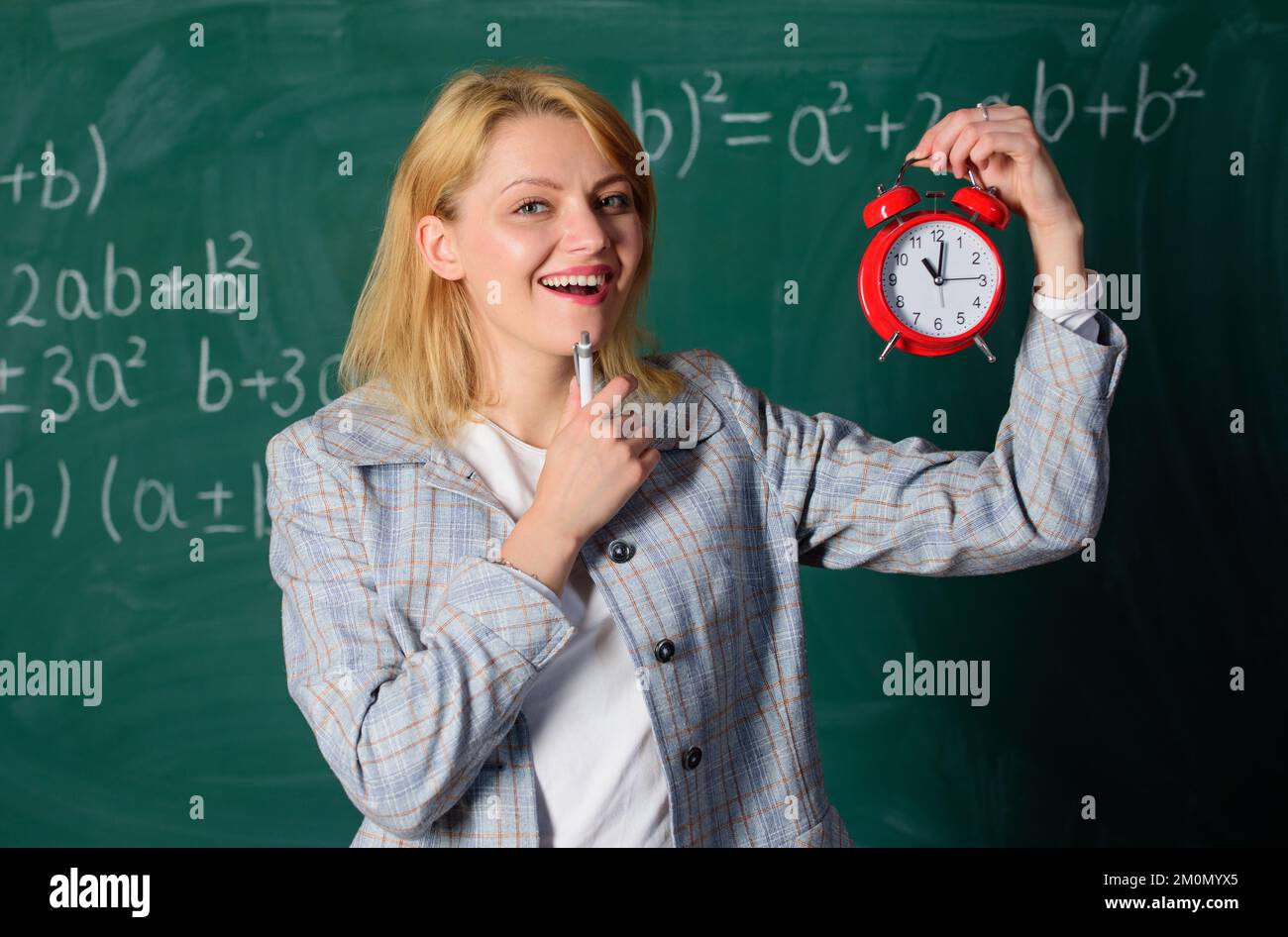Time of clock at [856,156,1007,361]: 11:01
